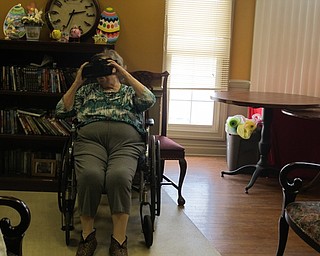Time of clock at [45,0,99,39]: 2:33
